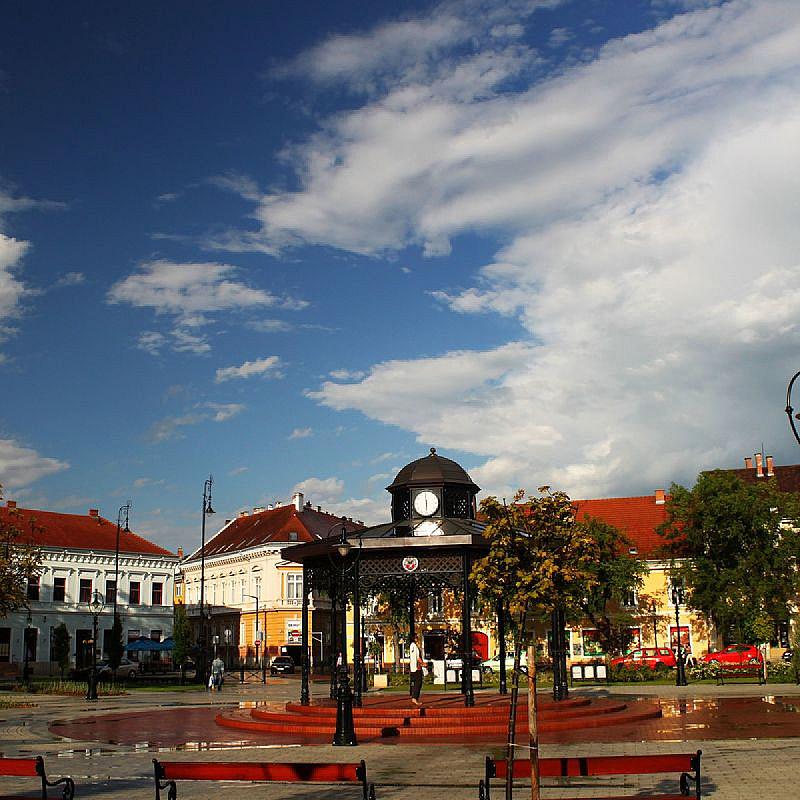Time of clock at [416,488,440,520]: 5:59
